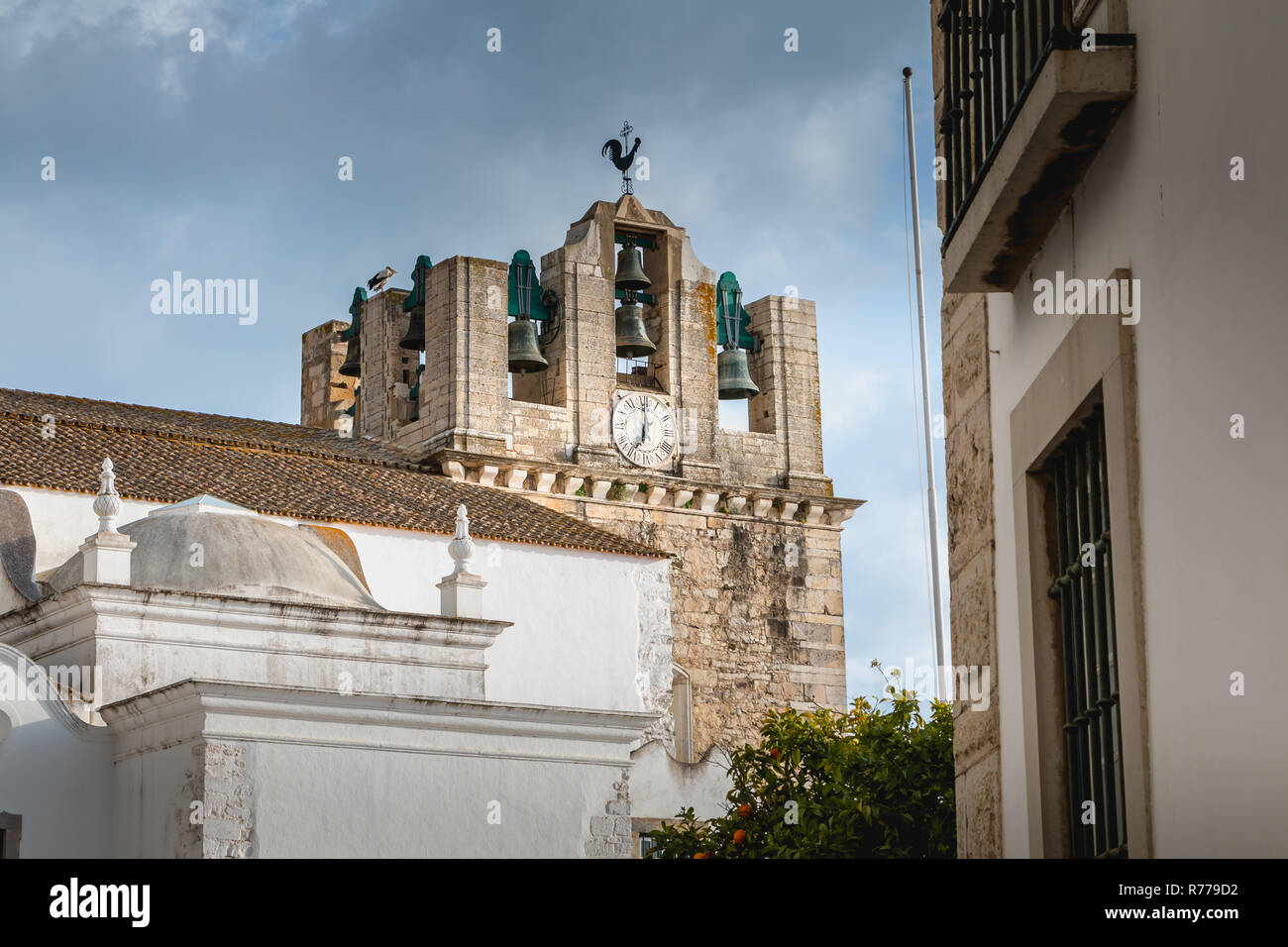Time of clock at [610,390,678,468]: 7:00
